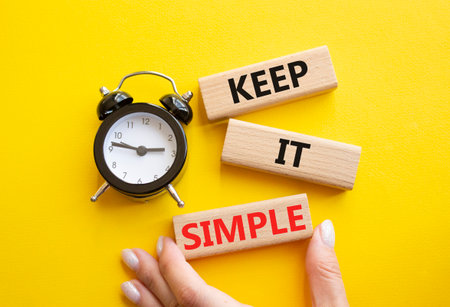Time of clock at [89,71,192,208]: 2:46
